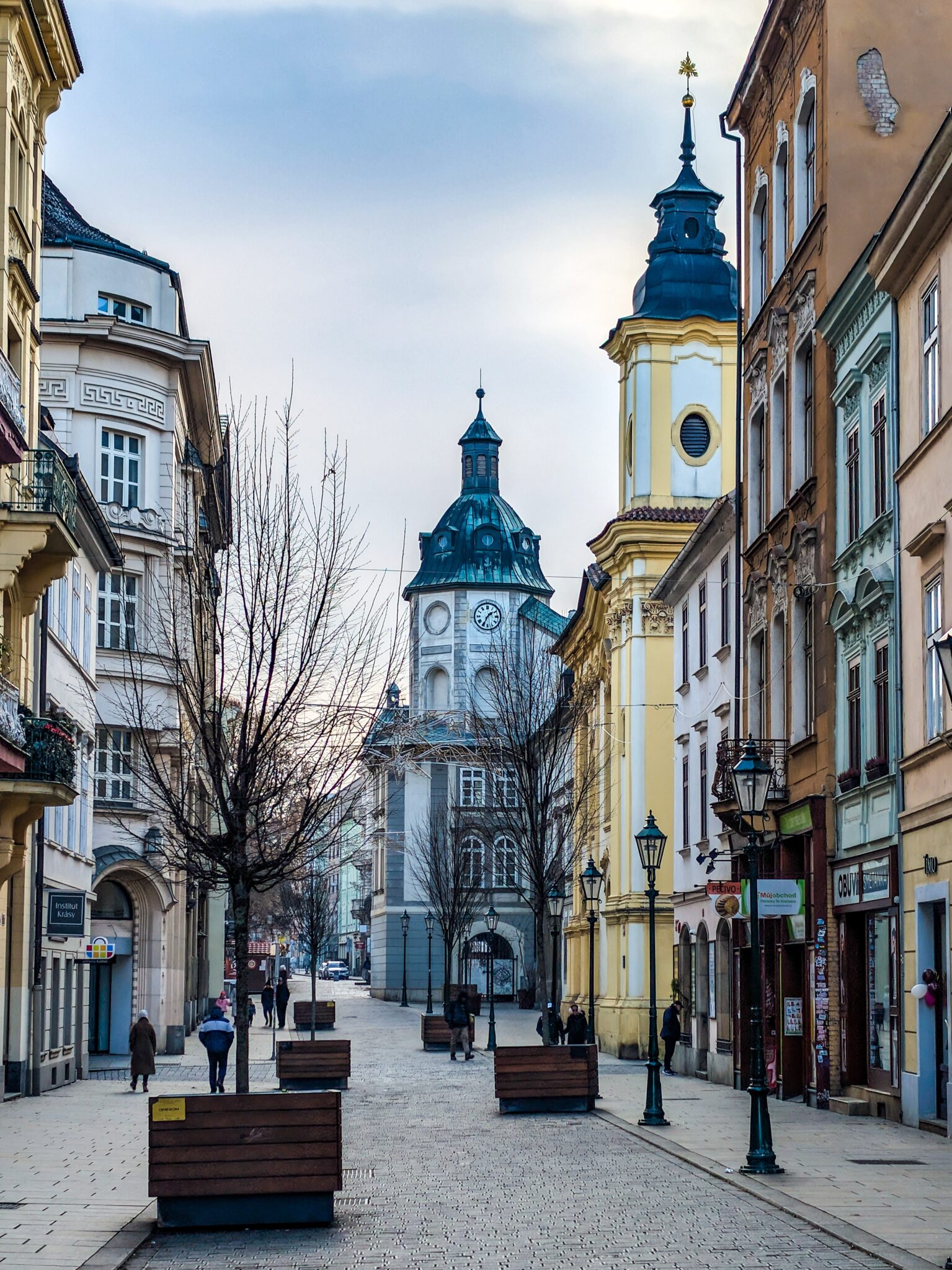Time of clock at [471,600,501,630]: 1:34
